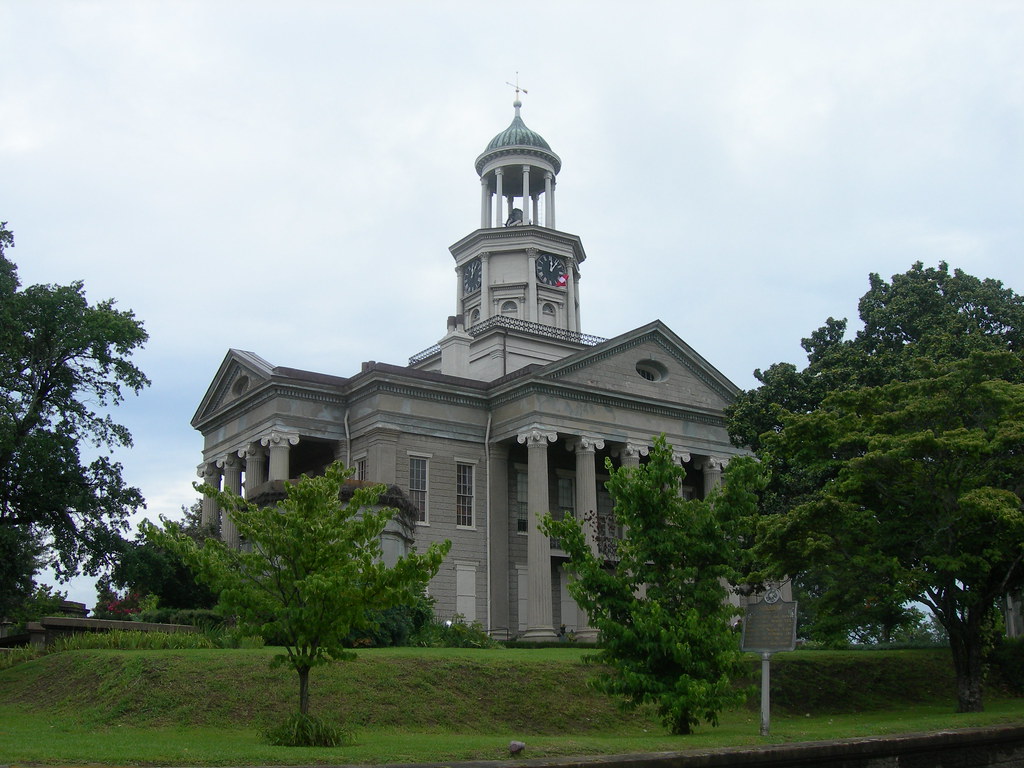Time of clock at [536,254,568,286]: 12:05
